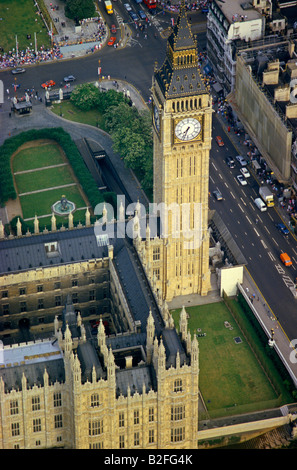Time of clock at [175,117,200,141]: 7:33
